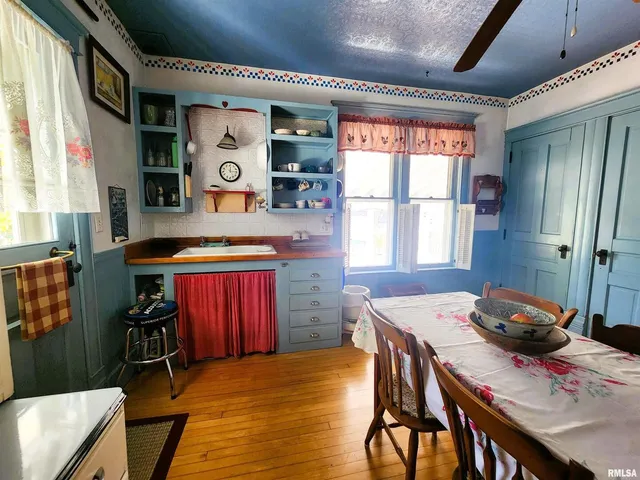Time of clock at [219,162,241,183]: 12:14
